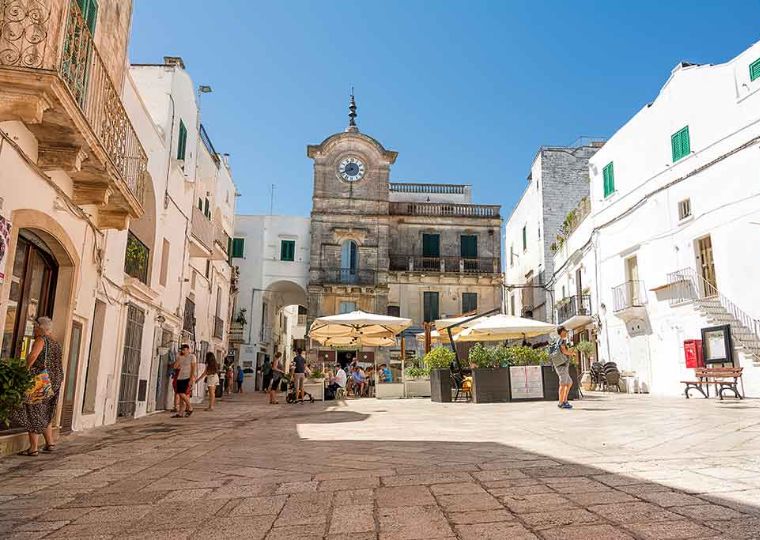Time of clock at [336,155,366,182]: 11:41
